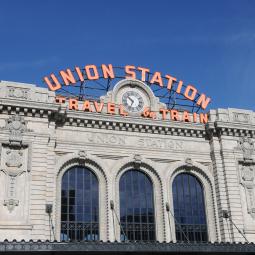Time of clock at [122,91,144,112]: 10:33
